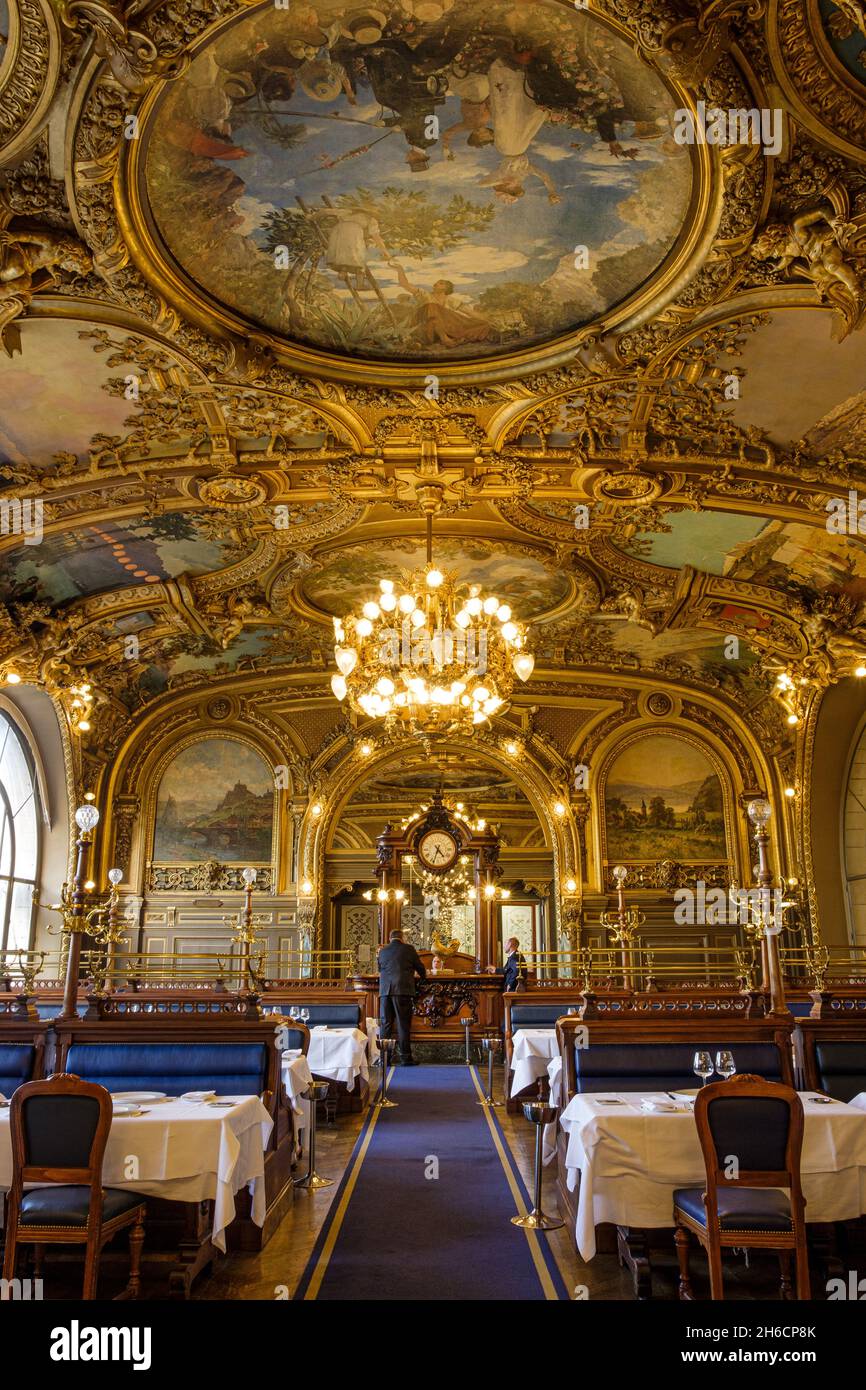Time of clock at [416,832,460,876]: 4:33
